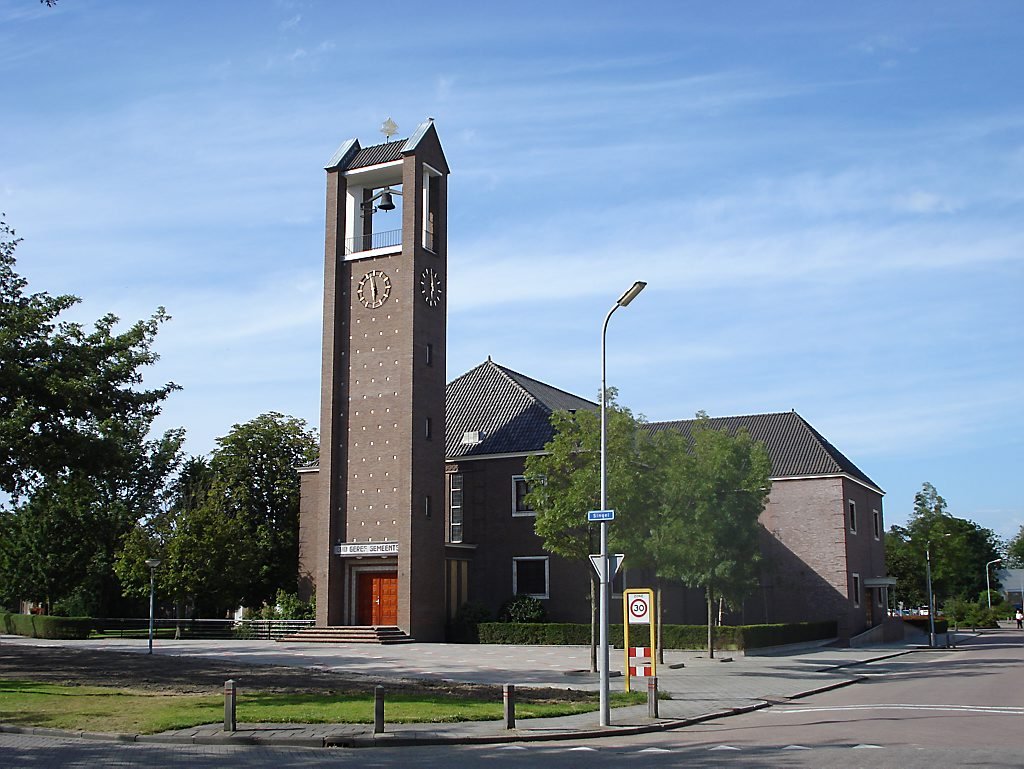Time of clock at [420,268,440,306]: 5:59
